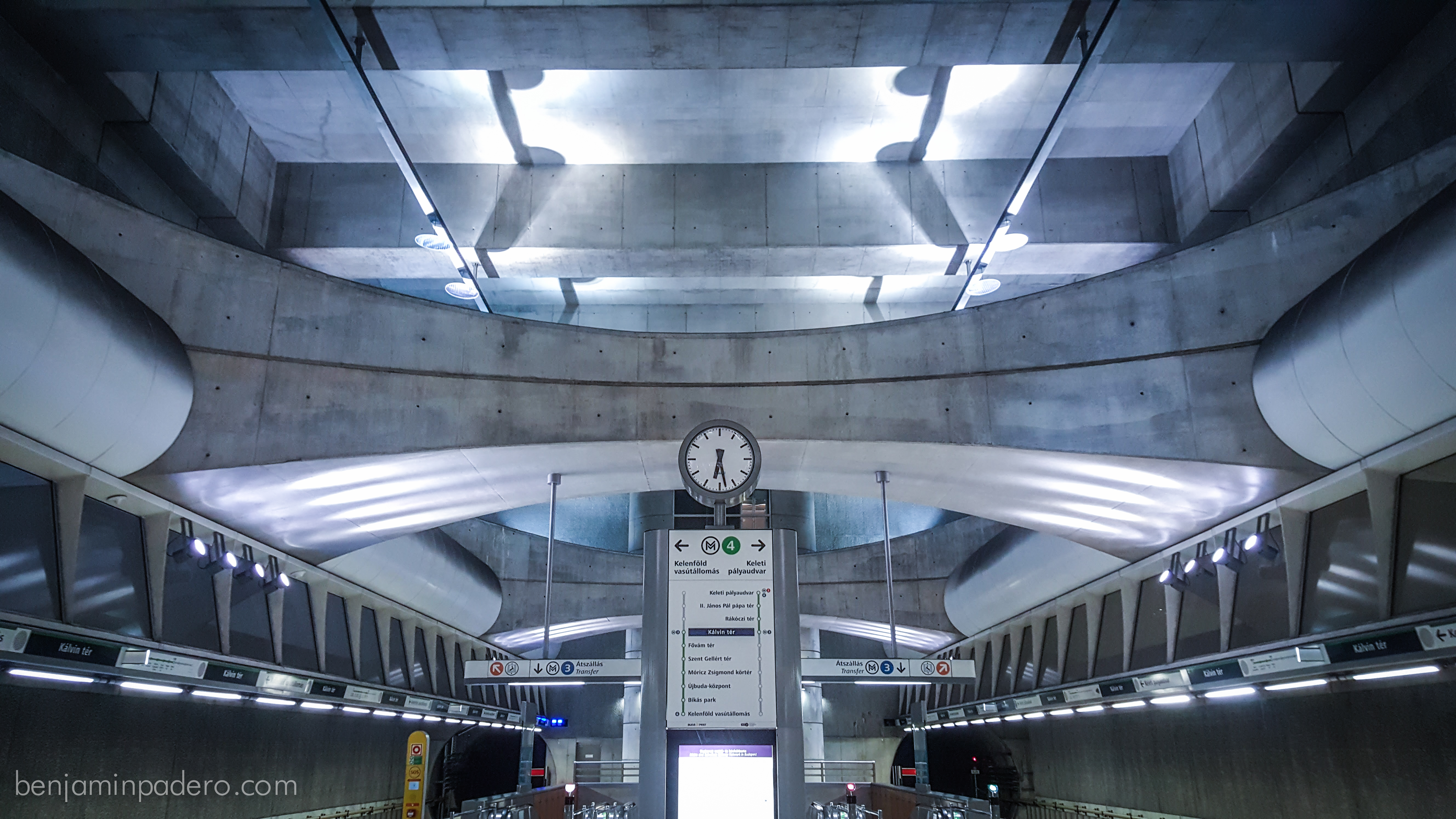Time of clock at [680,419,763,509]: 6:28
